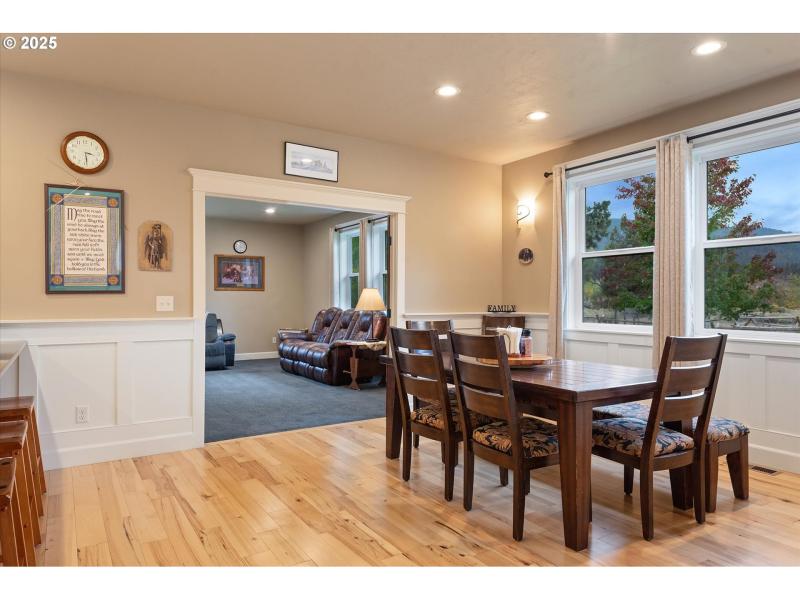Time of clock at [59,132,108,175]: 3:29
